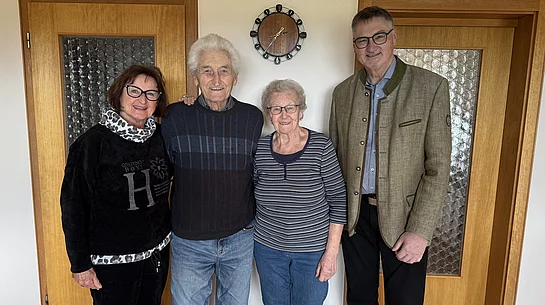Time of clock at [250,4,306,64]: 1:36
